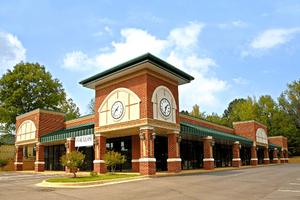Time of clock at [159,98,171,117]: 1:32
